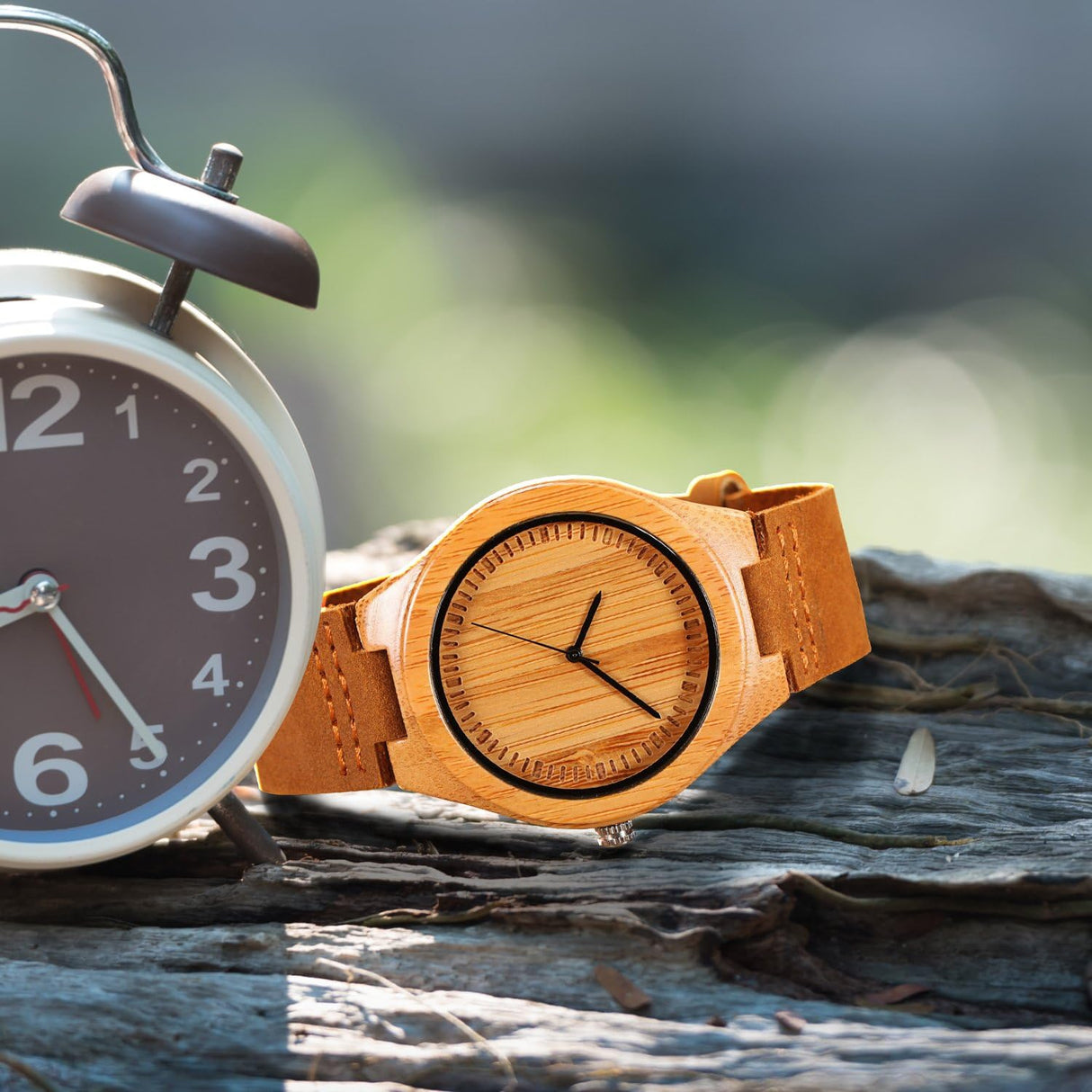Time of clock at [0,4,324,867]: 12:19
